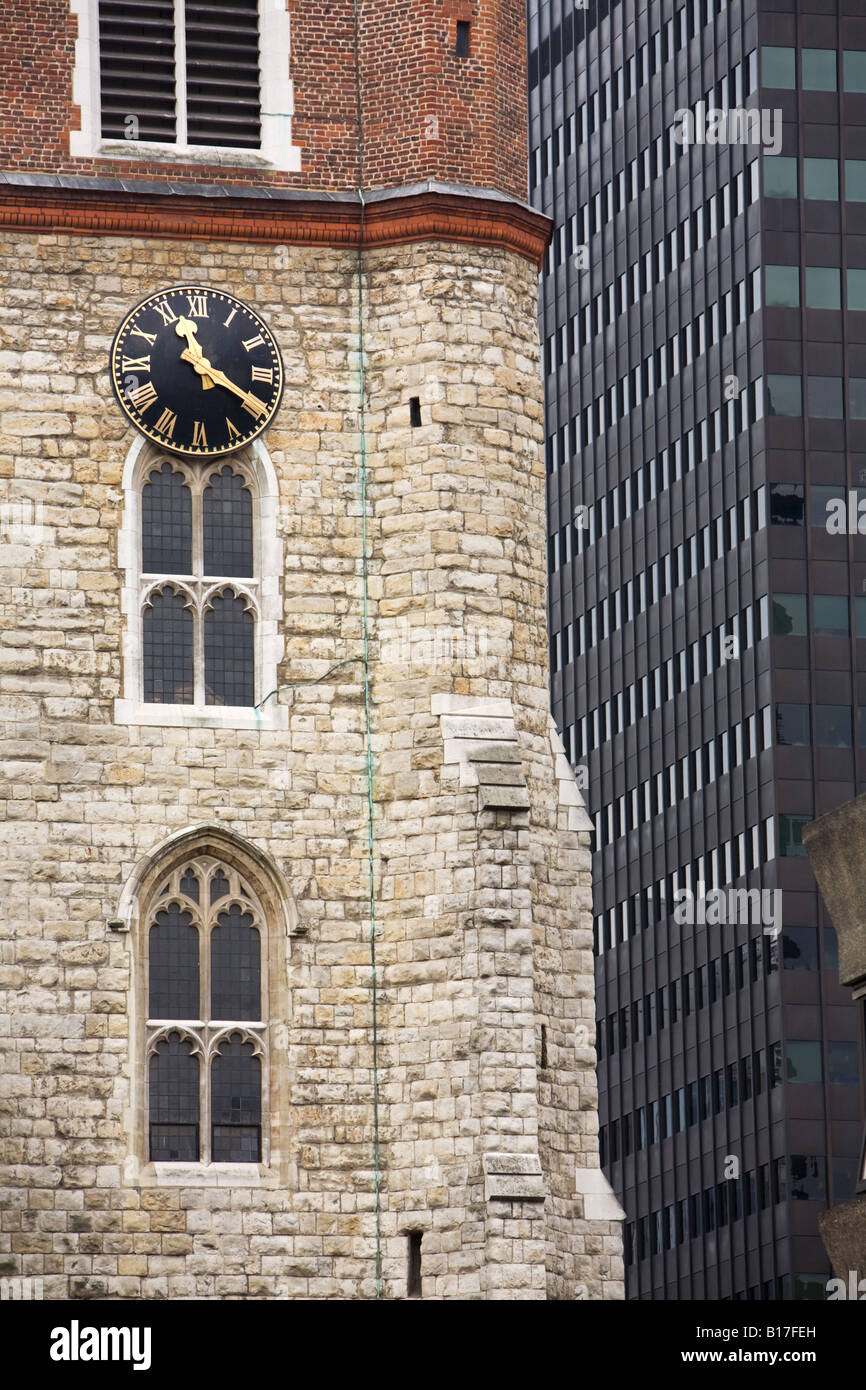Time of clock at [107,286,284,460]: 11:19
